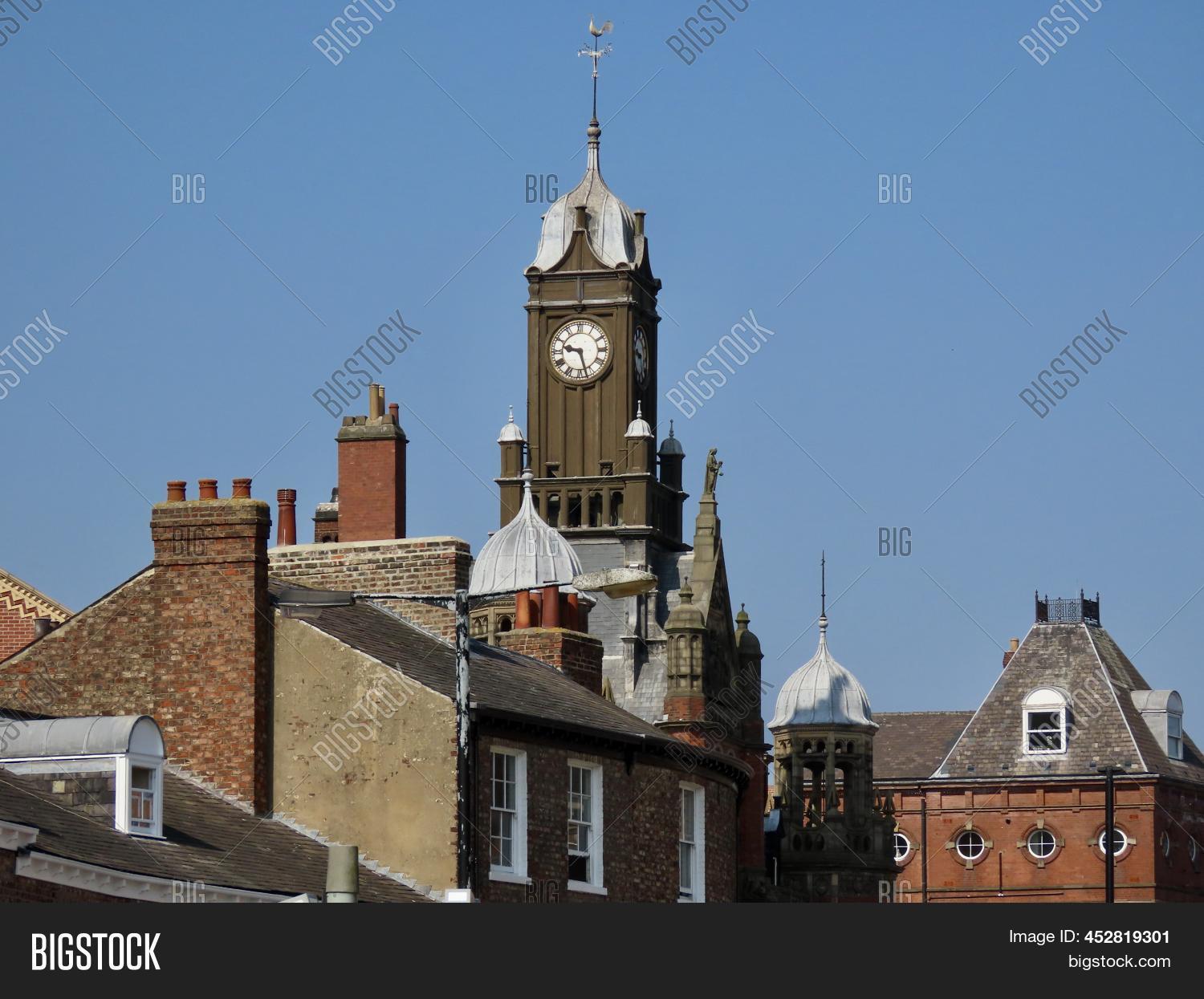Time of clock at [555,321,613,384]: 9:27
